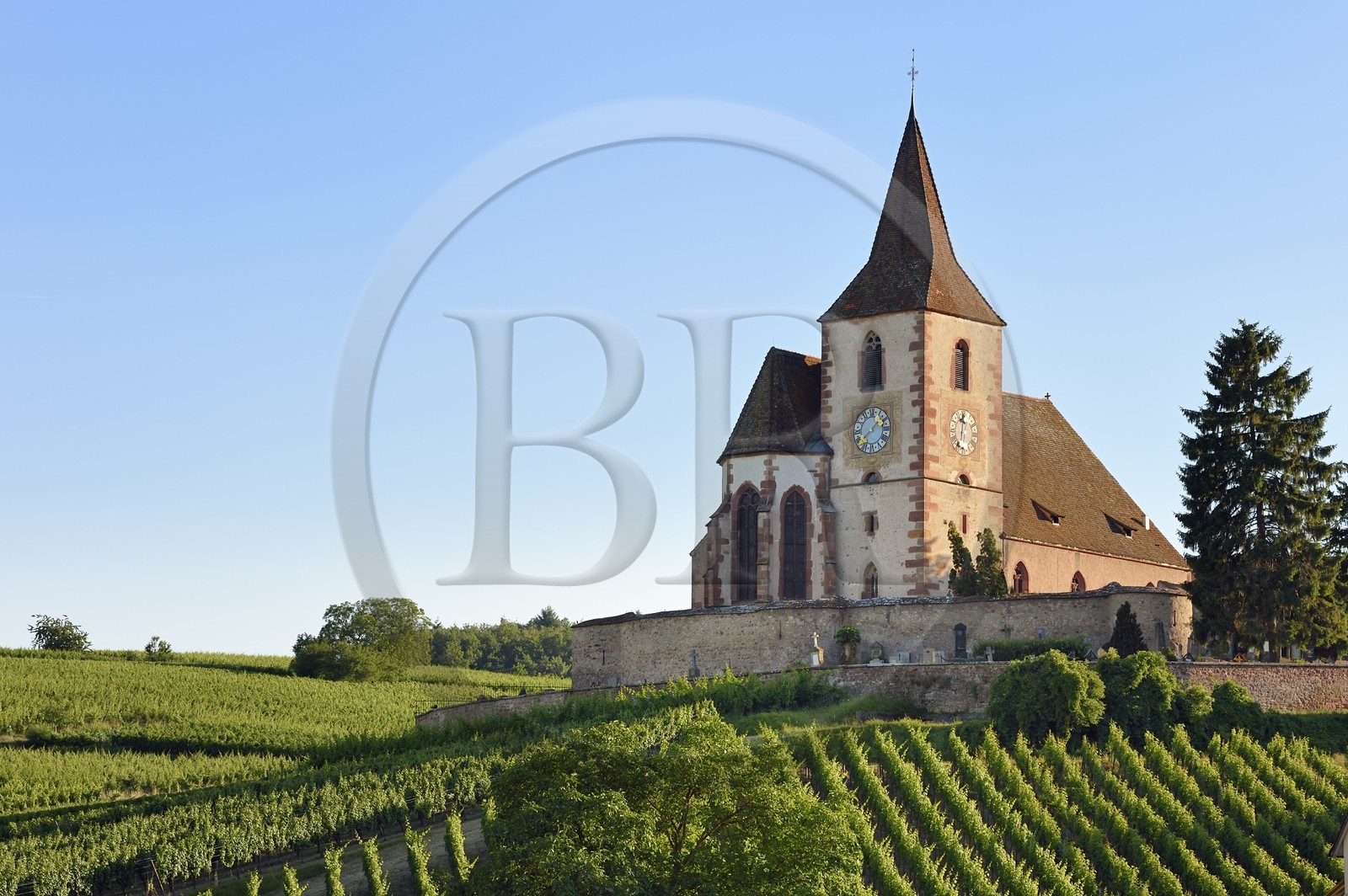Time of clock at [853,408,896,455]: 1:37
